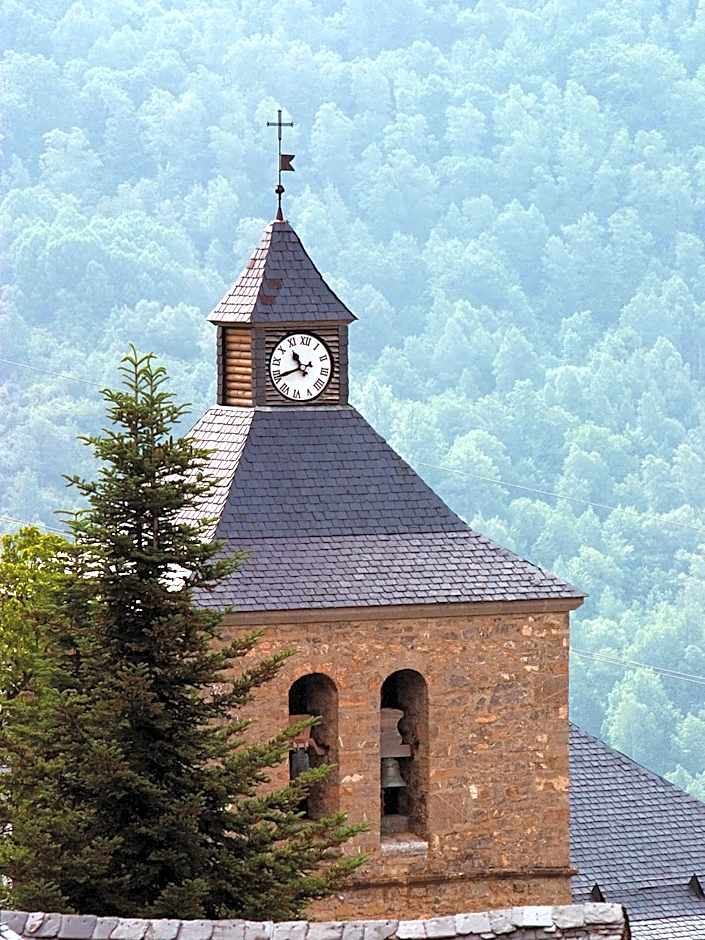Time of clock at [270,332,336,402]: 10:40
